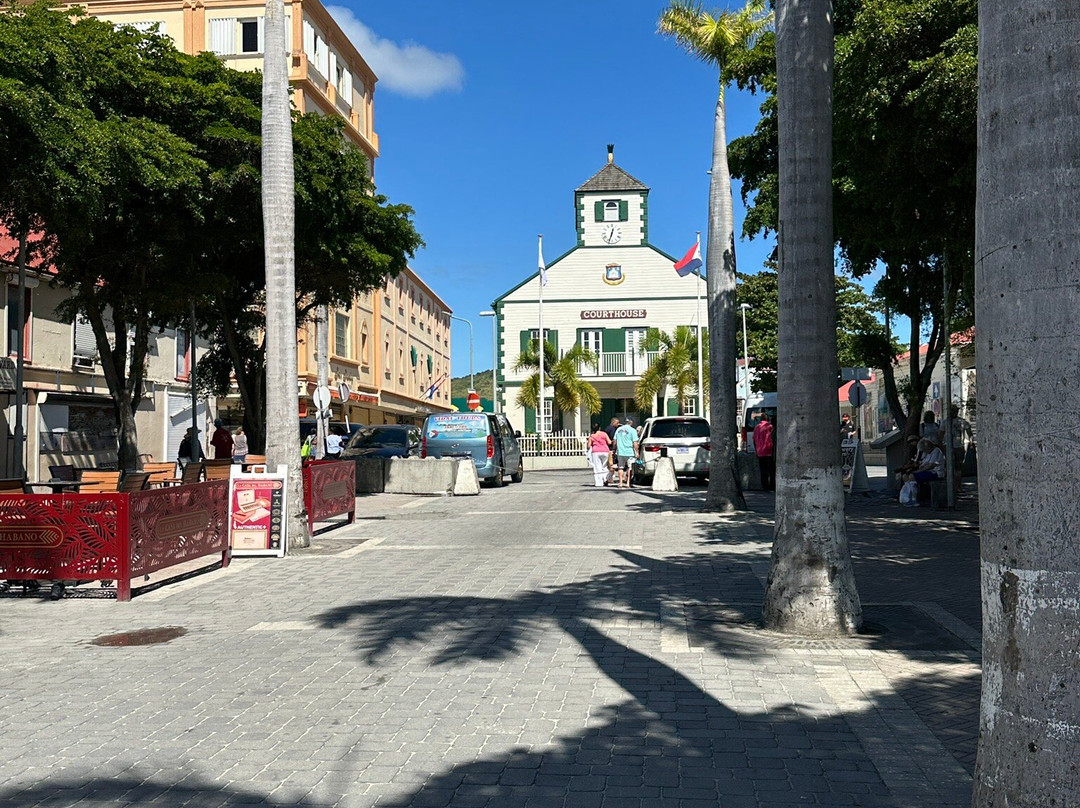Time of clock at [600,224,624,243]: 12:32
